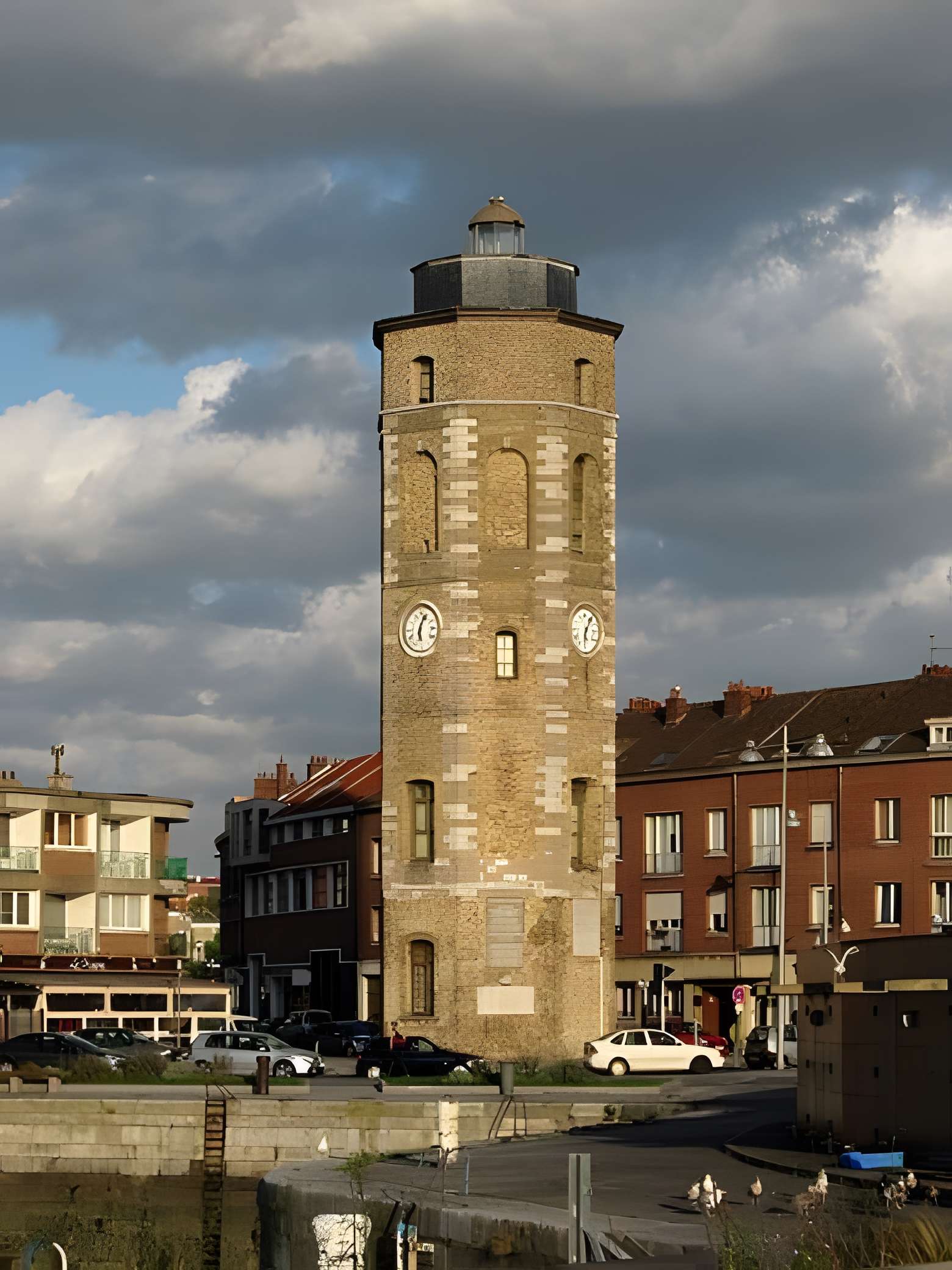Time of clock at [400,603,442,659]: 6:03
